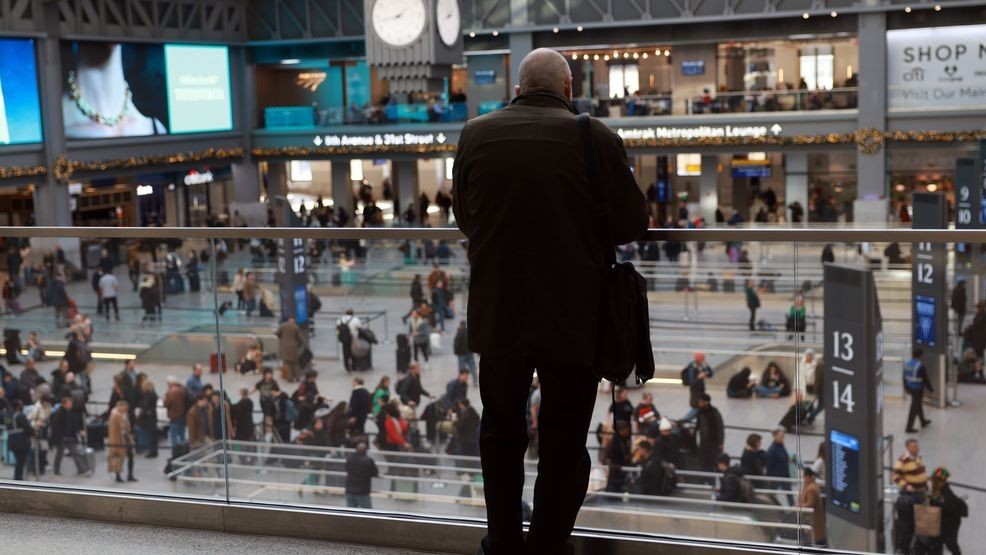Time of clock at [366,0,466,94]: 1:42
